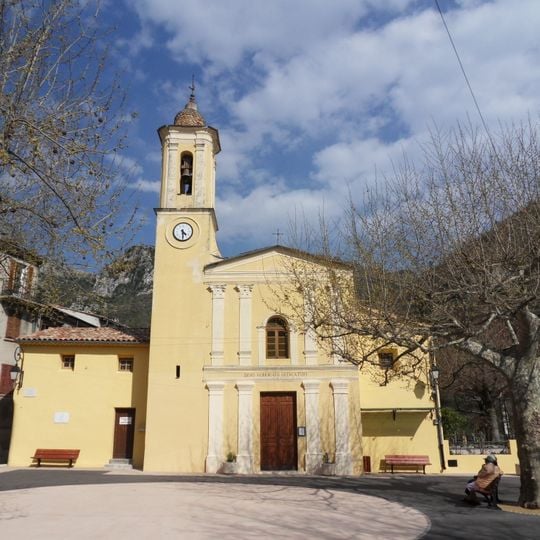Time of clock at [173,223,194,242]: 4:29
